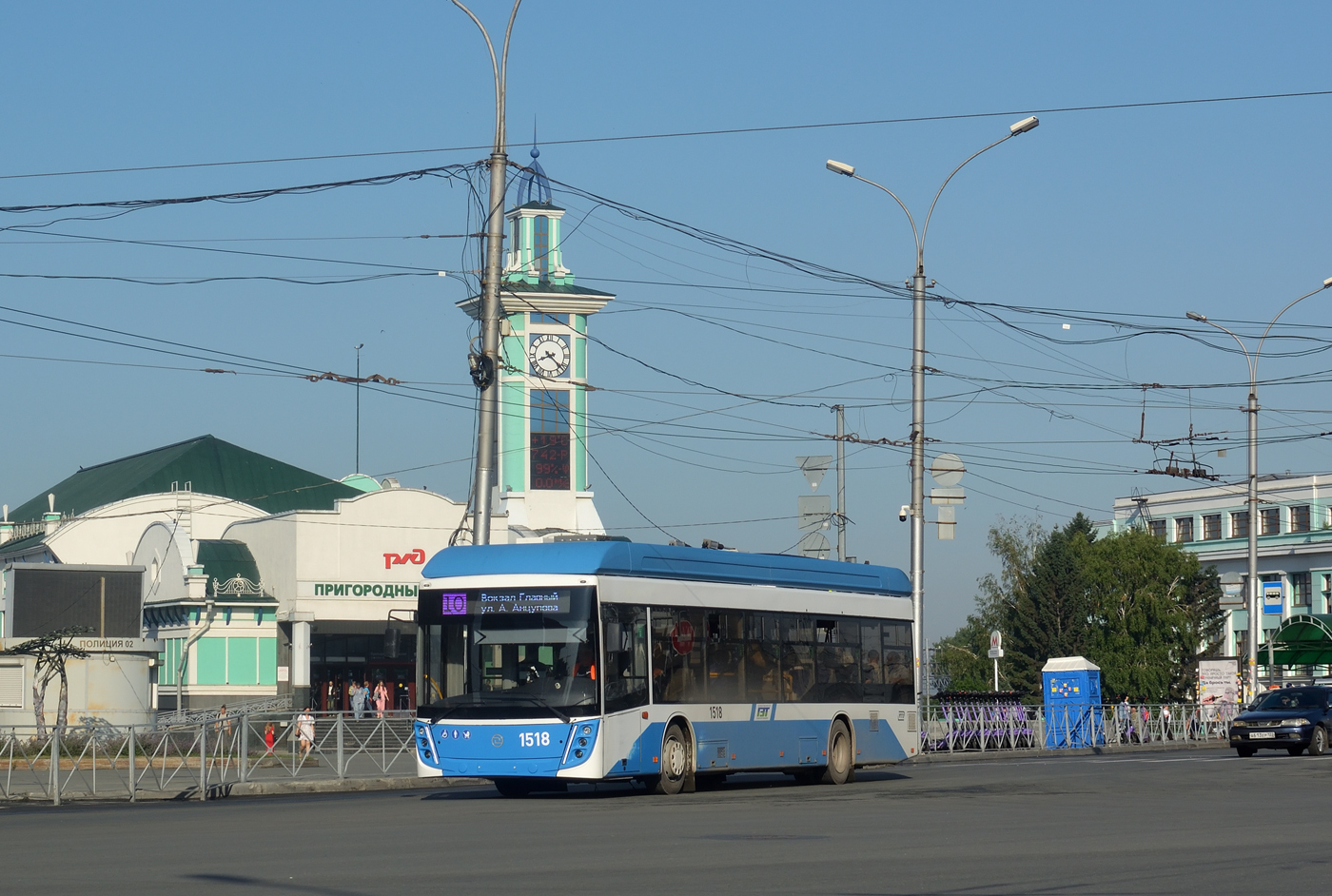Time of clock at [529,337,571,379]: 8:22
